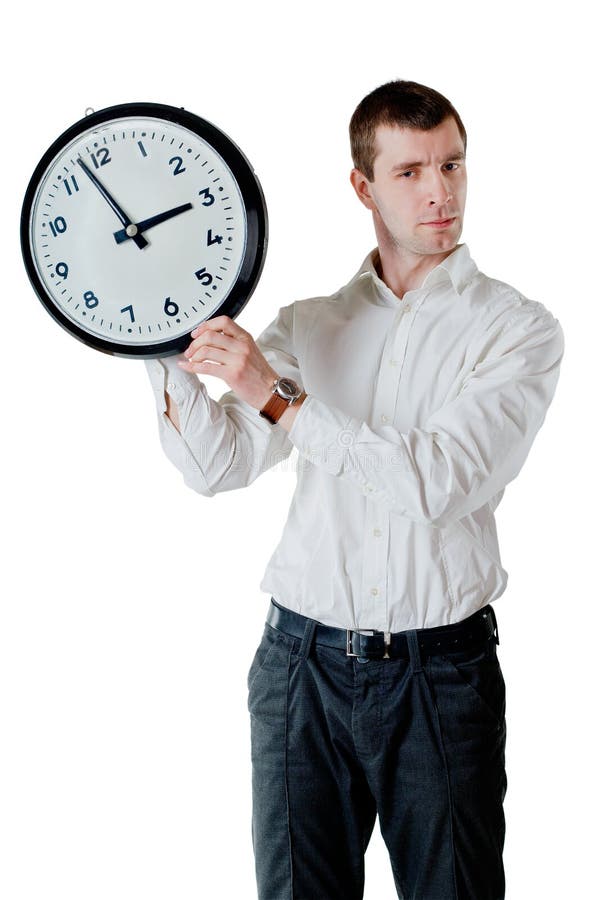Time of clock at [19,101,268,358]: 2:57
